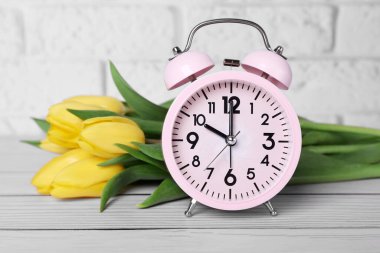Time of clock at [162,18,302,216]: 10:00
